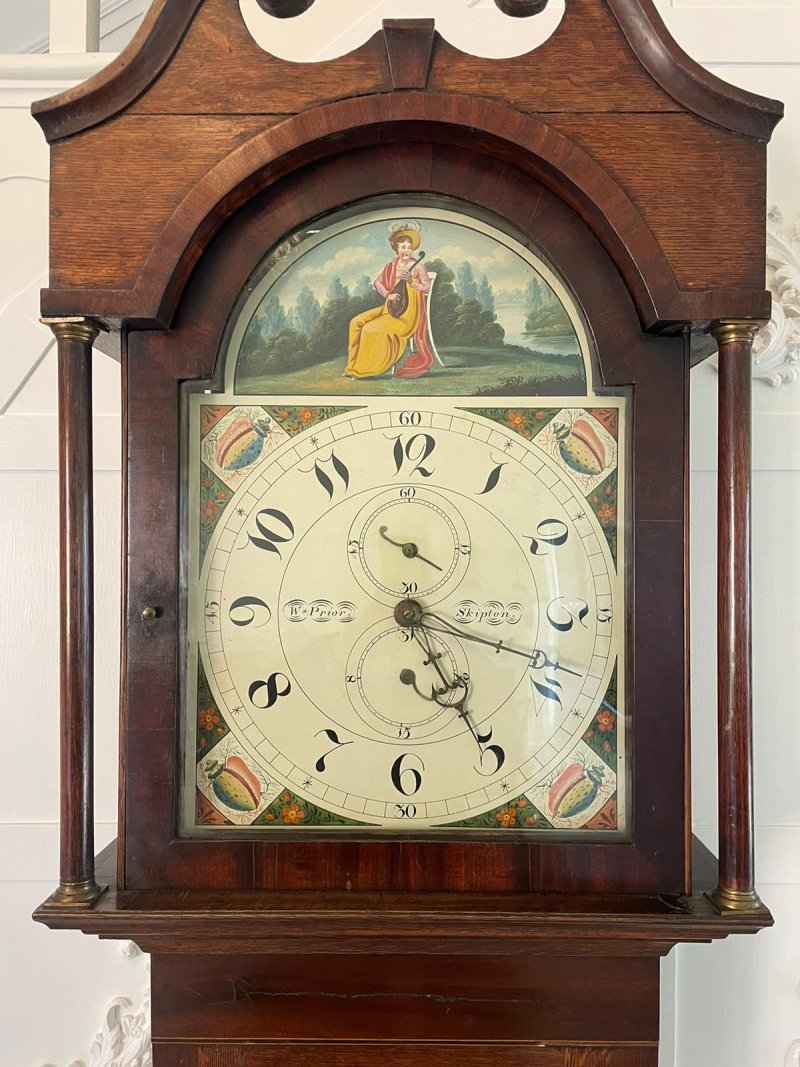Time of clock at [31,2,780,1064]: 4:59
